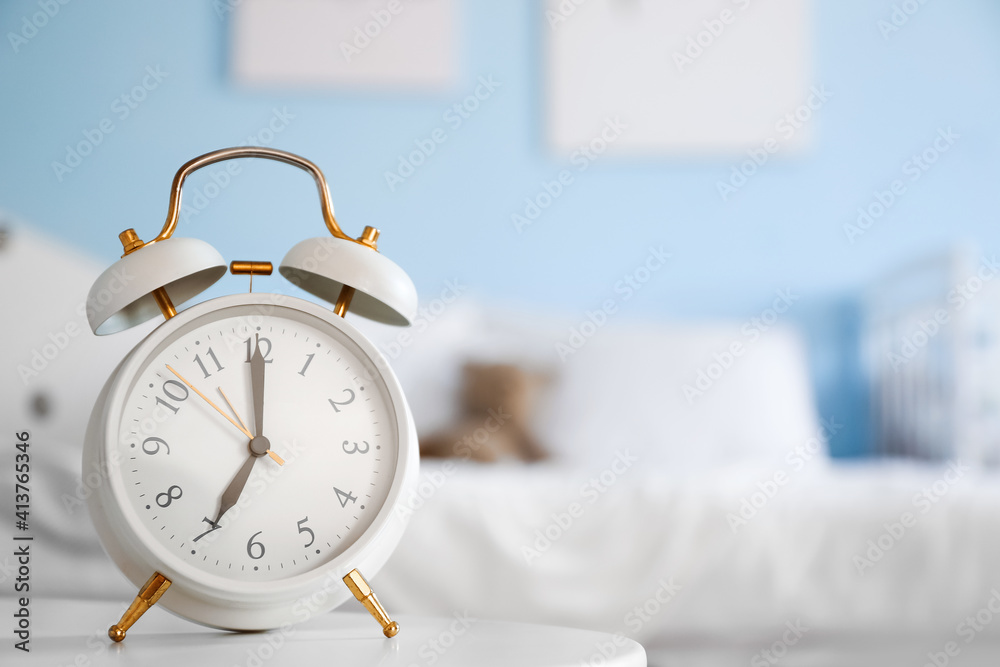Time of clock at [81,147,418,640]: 6:59
